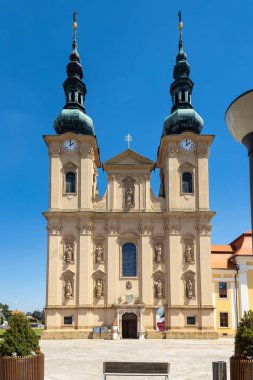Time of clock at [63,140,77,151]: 2:00
